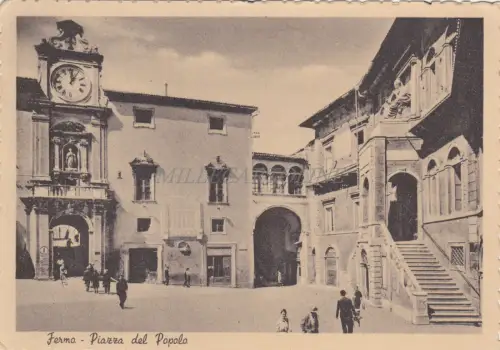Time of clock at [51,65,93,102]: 12:05
